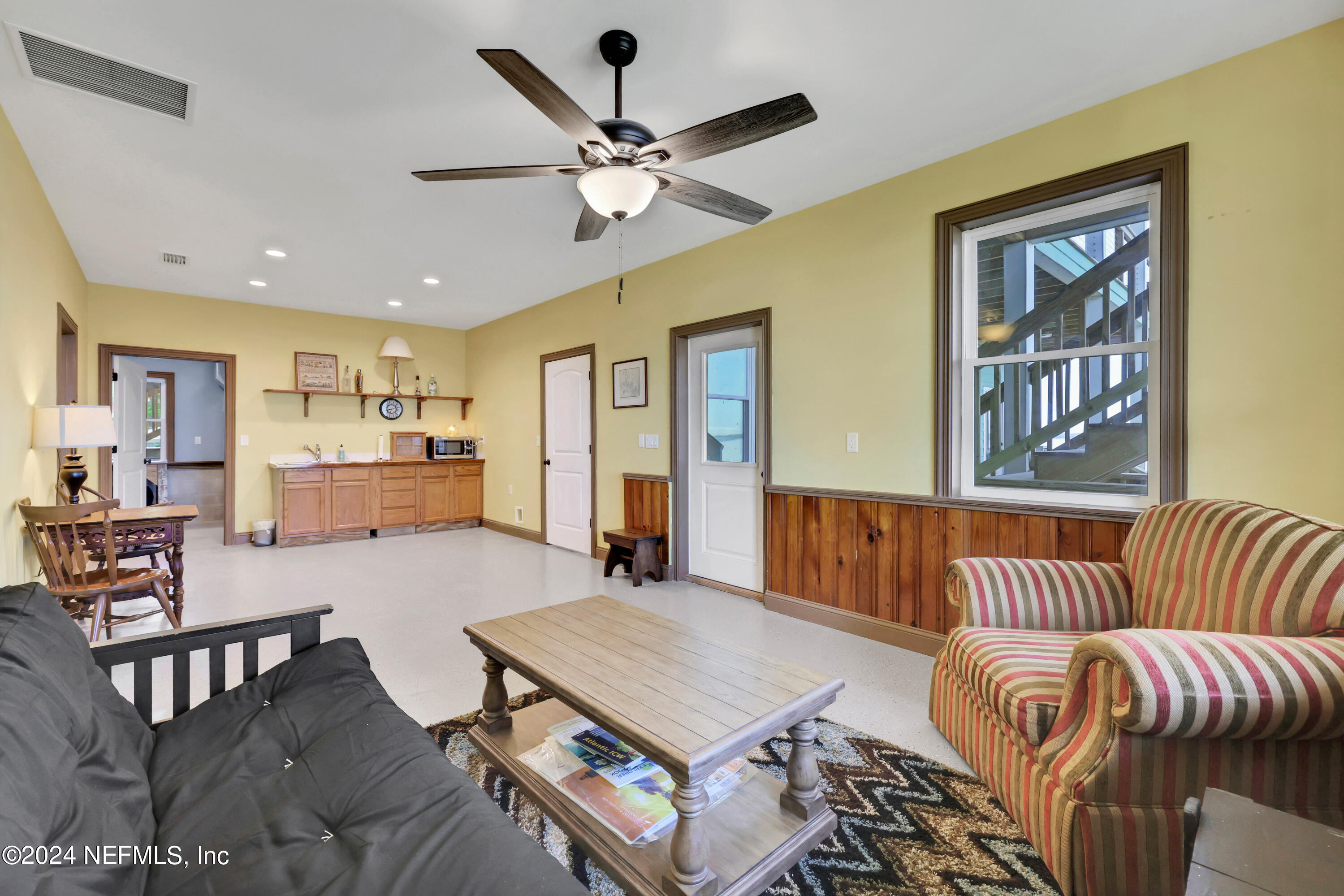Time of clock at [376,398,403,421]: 8:32
